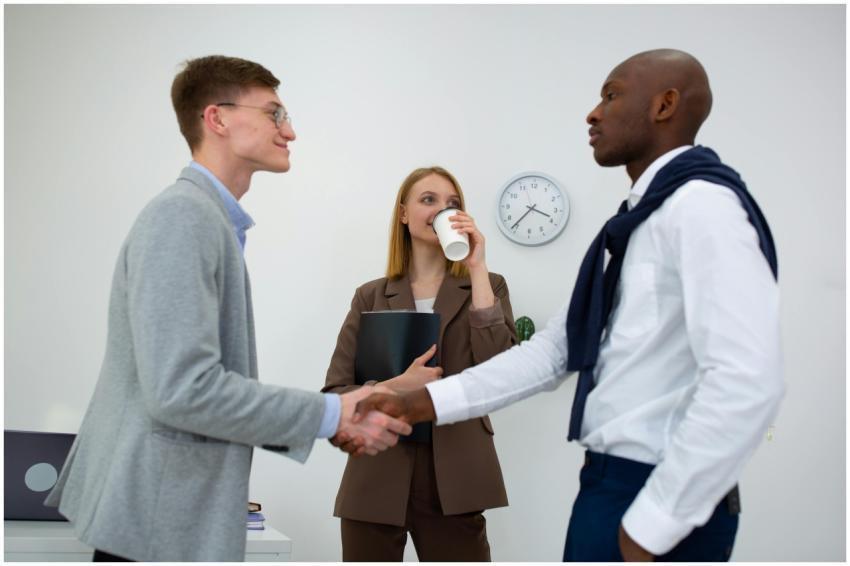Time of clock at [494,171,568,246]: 3:36
